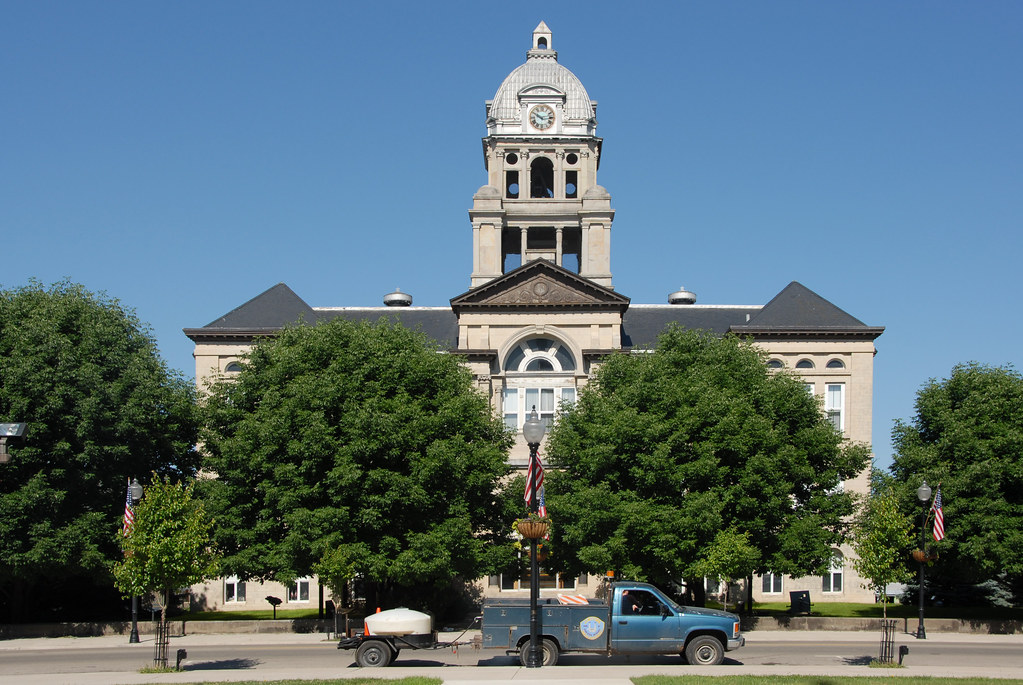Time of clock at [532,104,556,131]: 10:14
